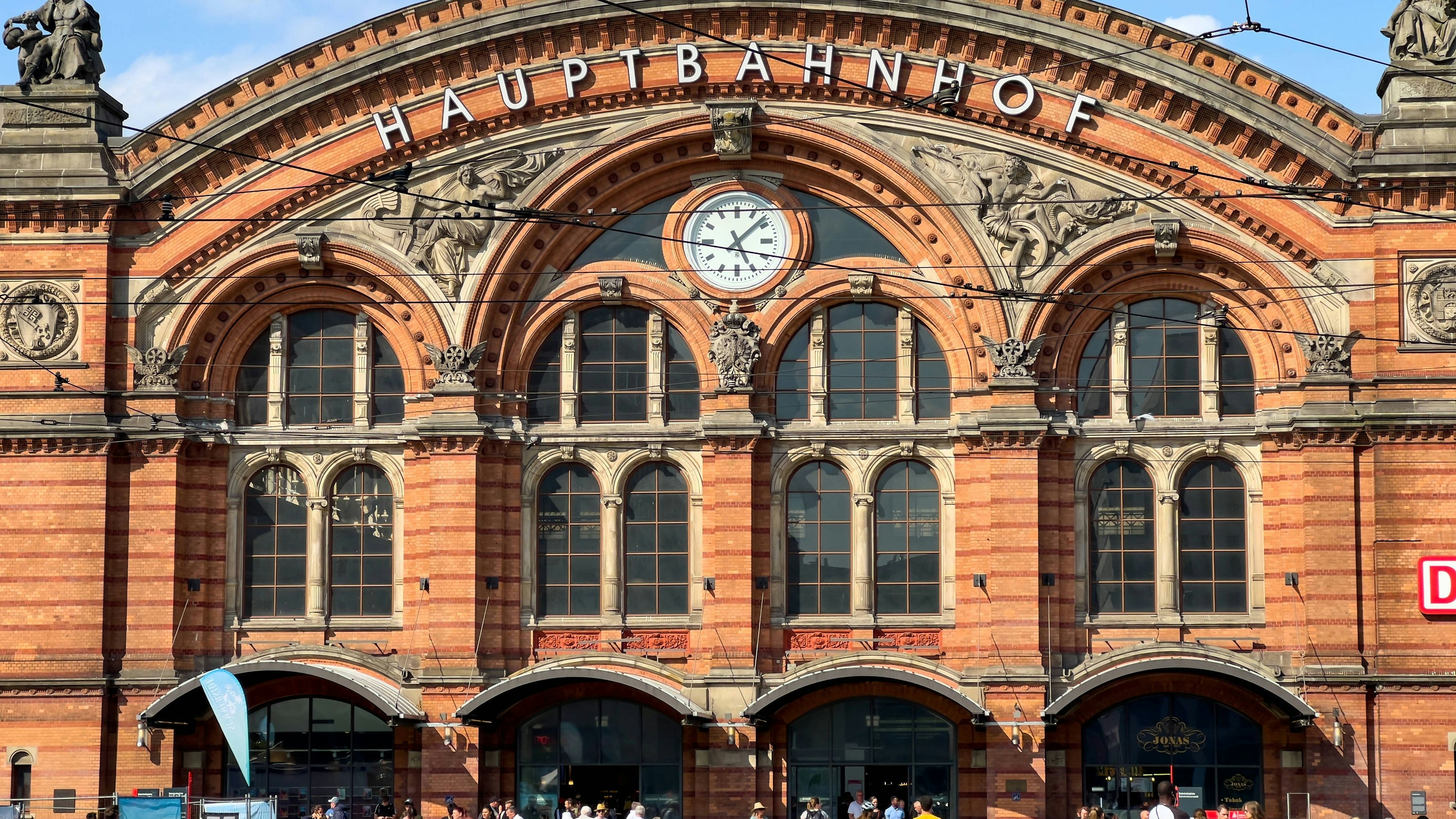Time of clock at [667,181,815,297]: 5:08
